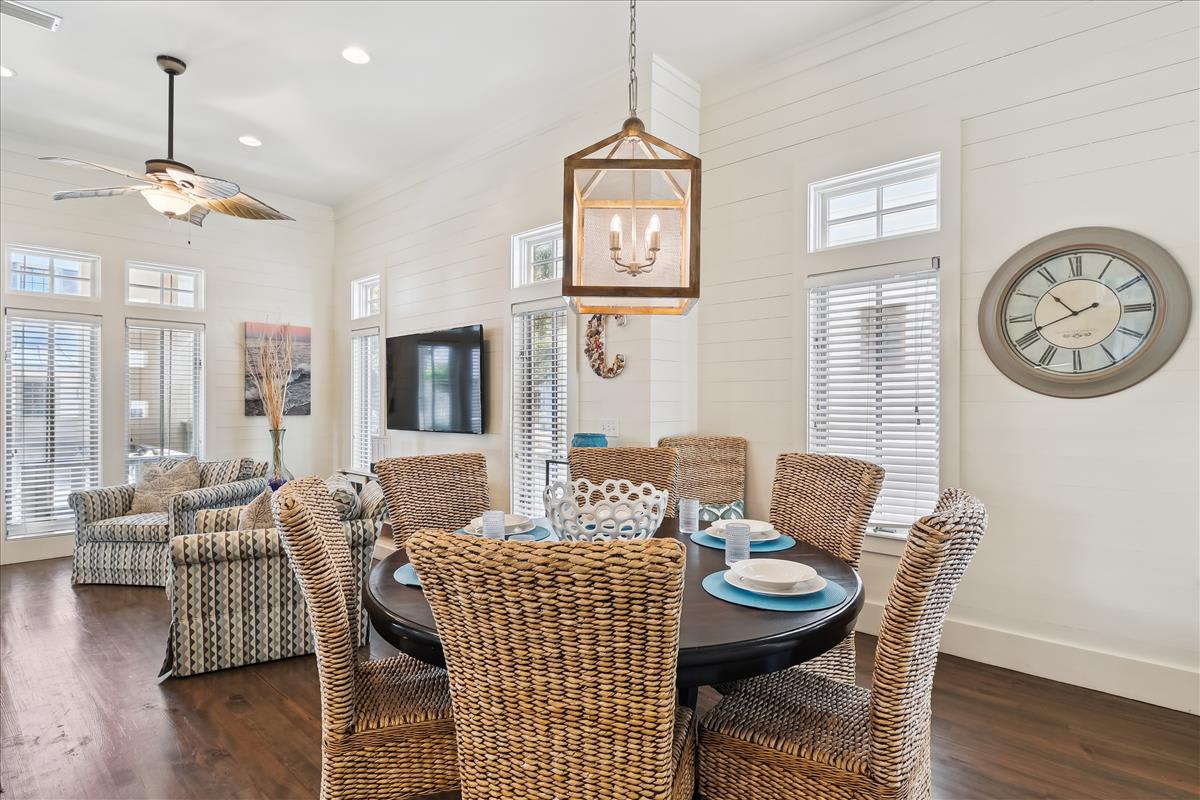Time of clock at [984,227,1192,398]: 10:41
